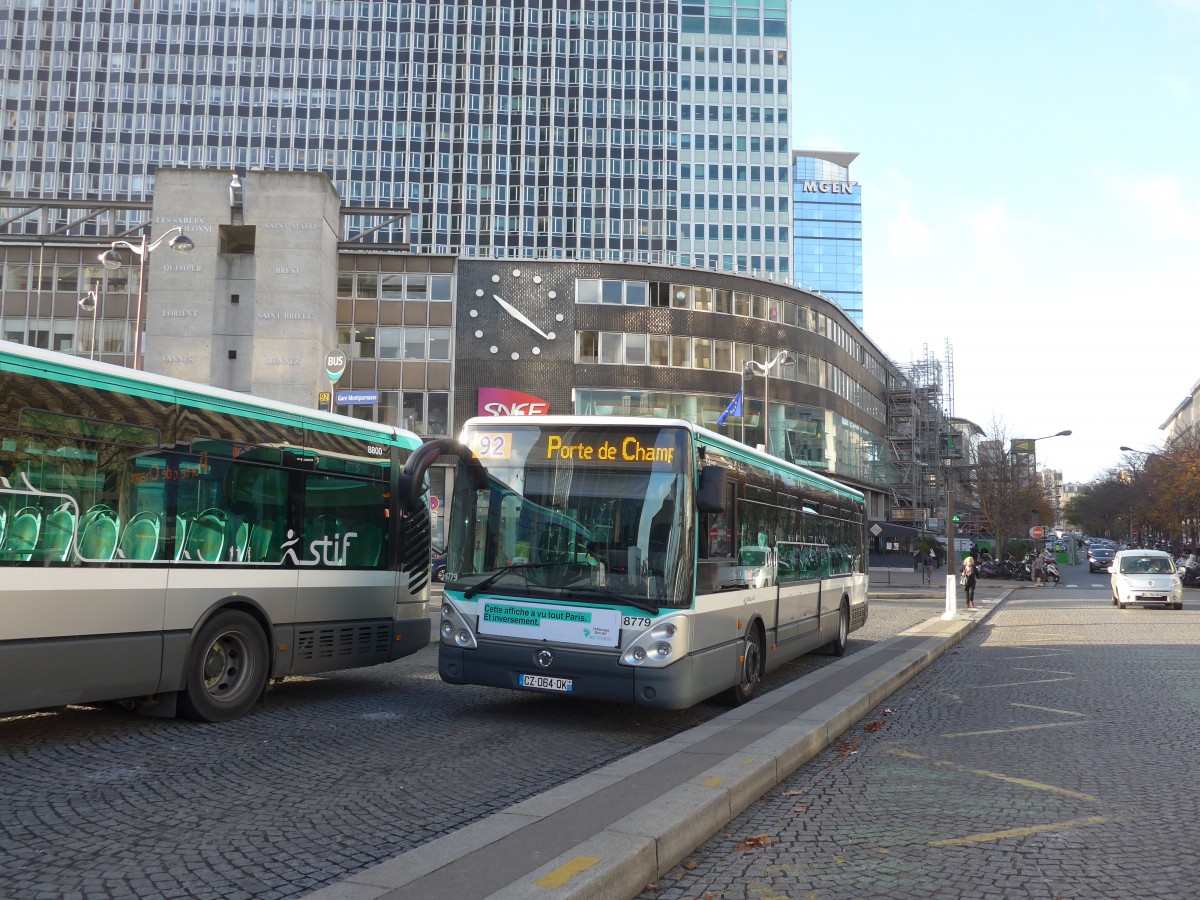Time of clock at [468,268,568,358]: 10:20
